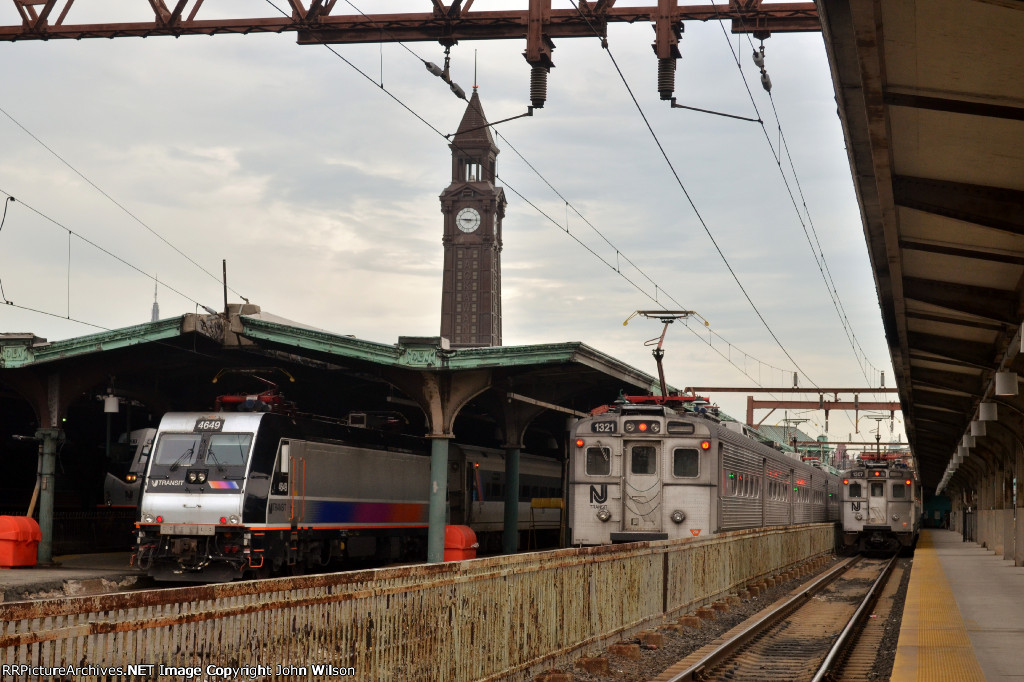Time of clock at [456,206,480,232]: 9:15
